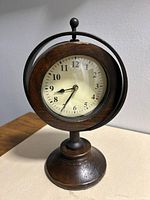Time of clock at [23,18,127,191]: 8:35
